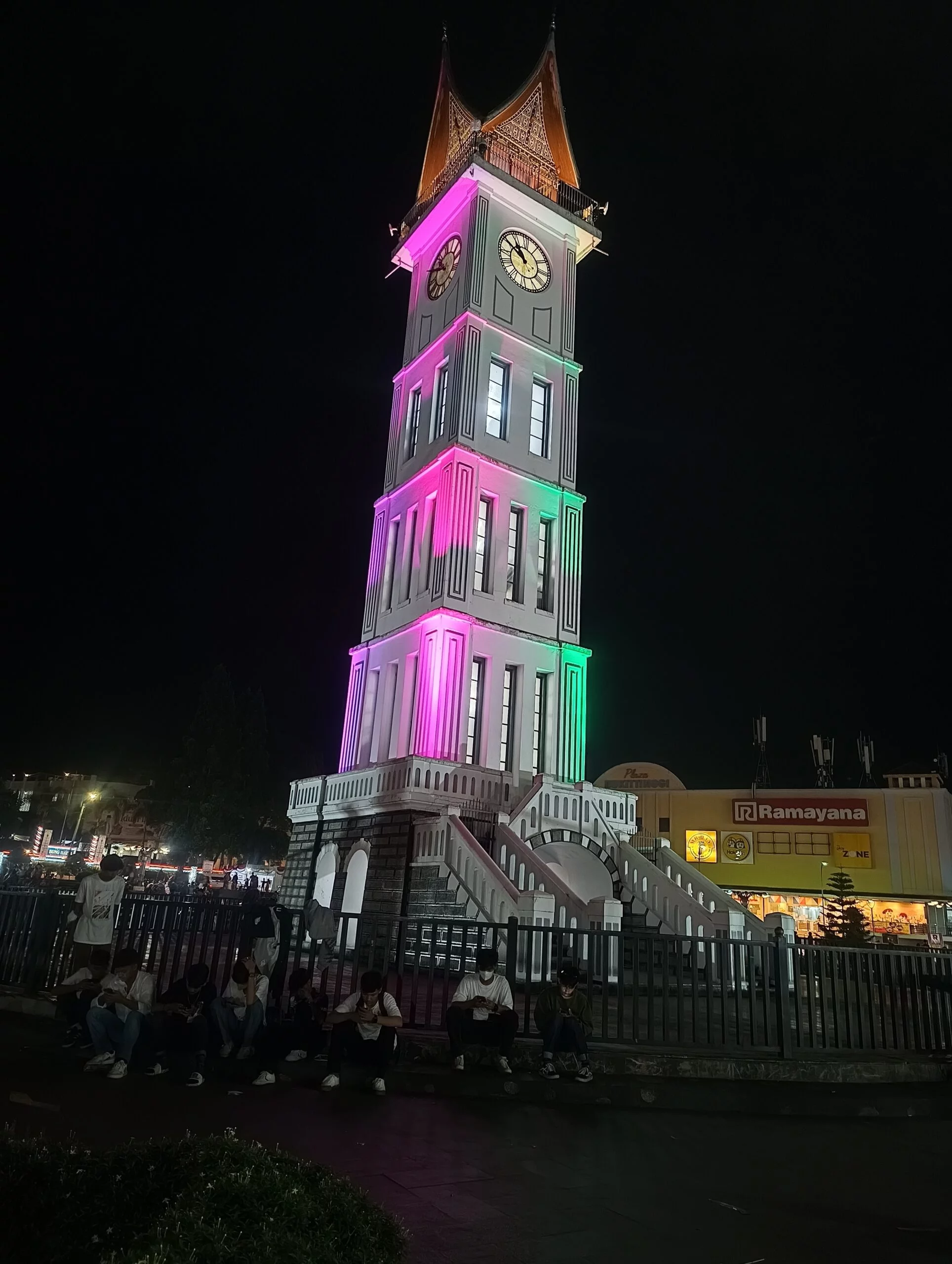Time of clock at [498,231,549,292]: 10:50
